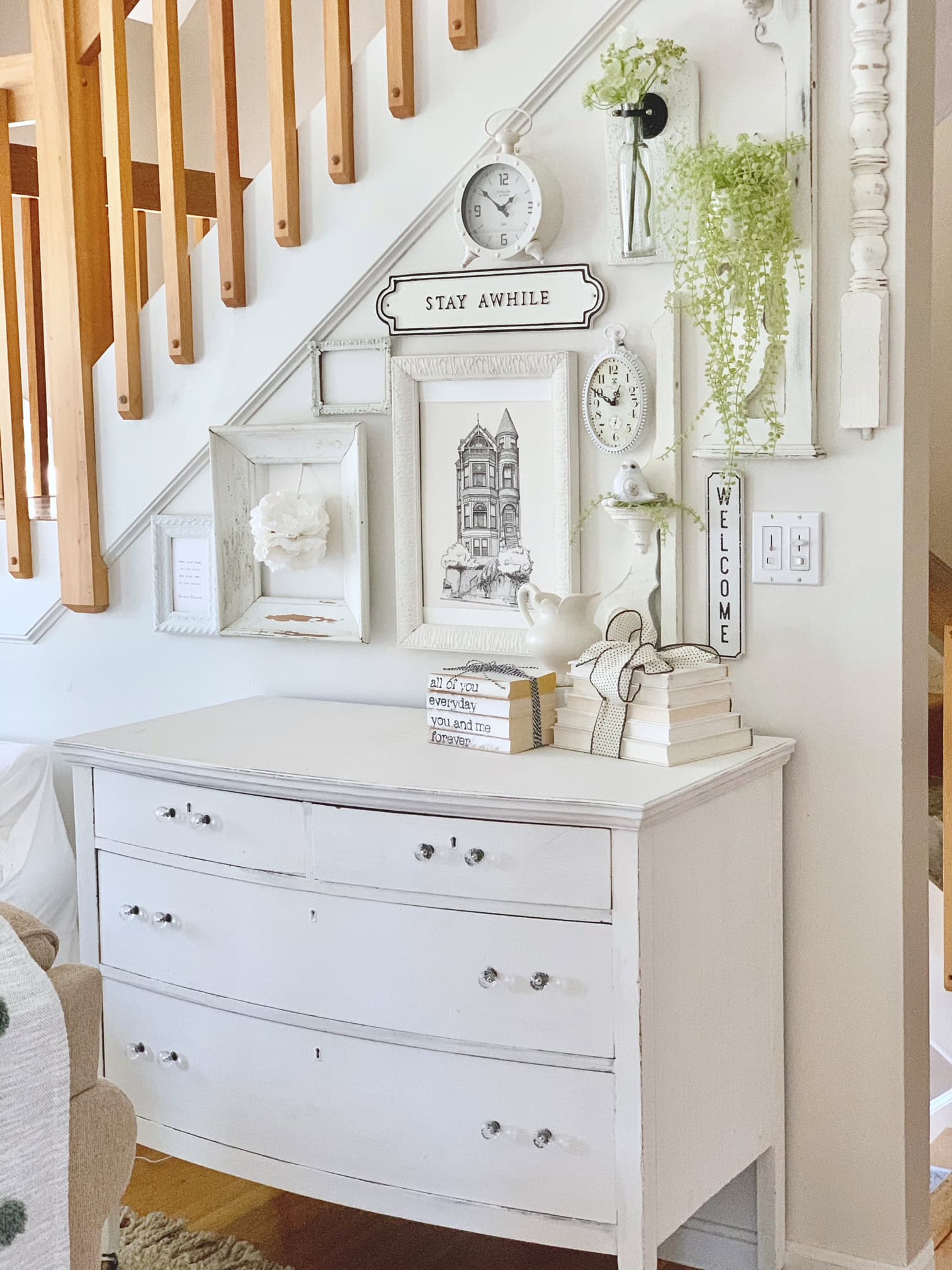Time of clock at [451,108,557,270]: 1:50
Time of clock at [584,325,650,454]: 12:49
